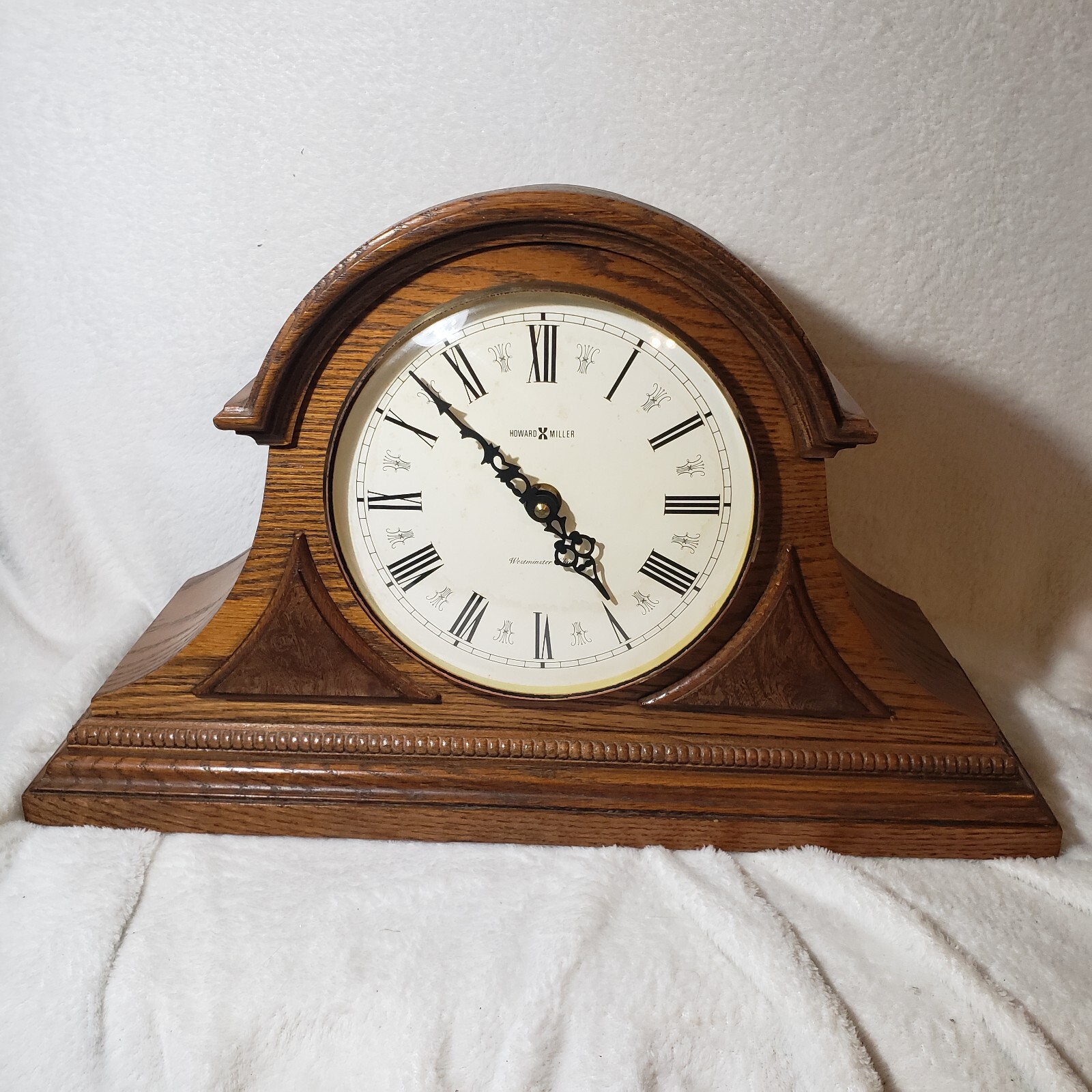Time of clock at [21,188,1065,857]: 4:52
